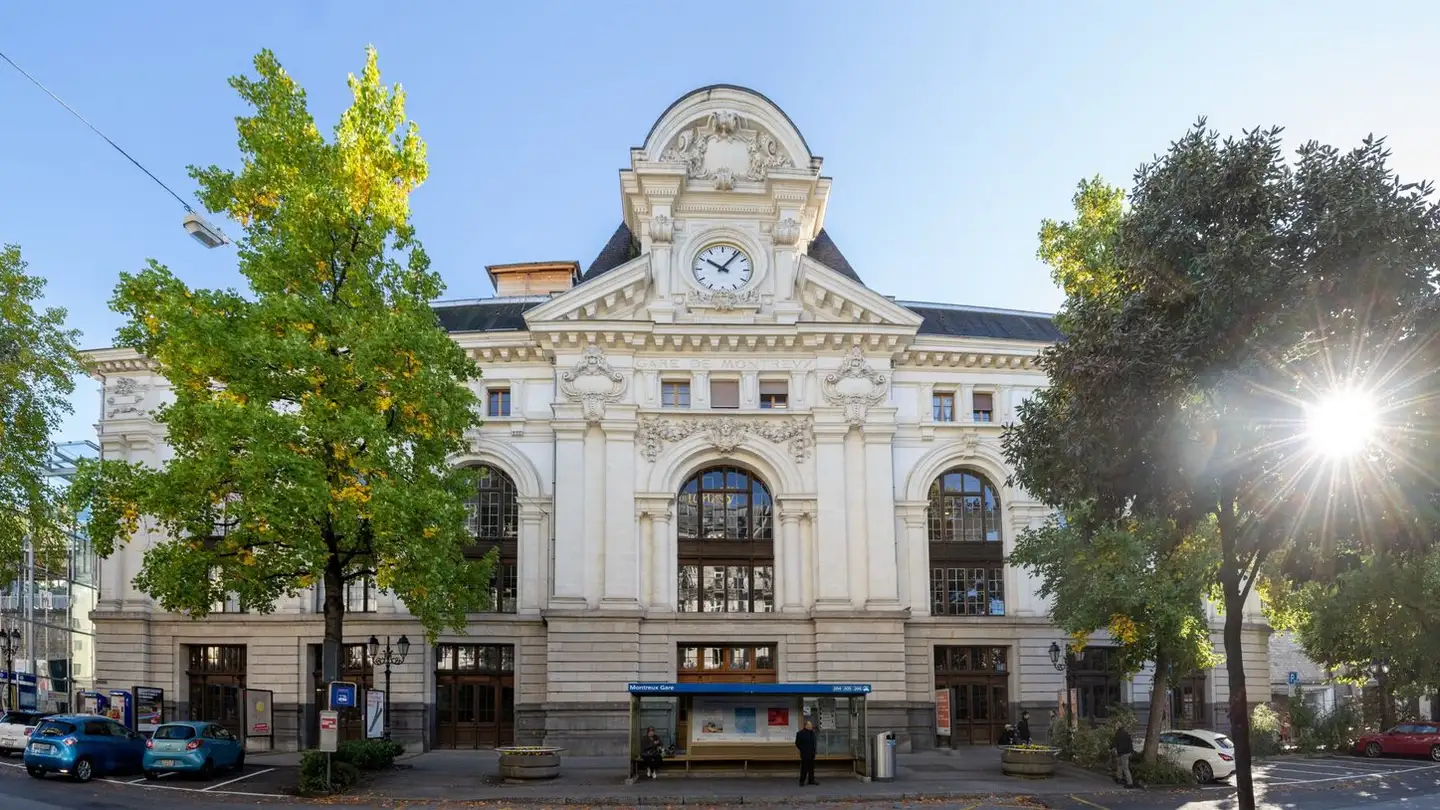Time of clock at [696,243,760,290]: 10:06
